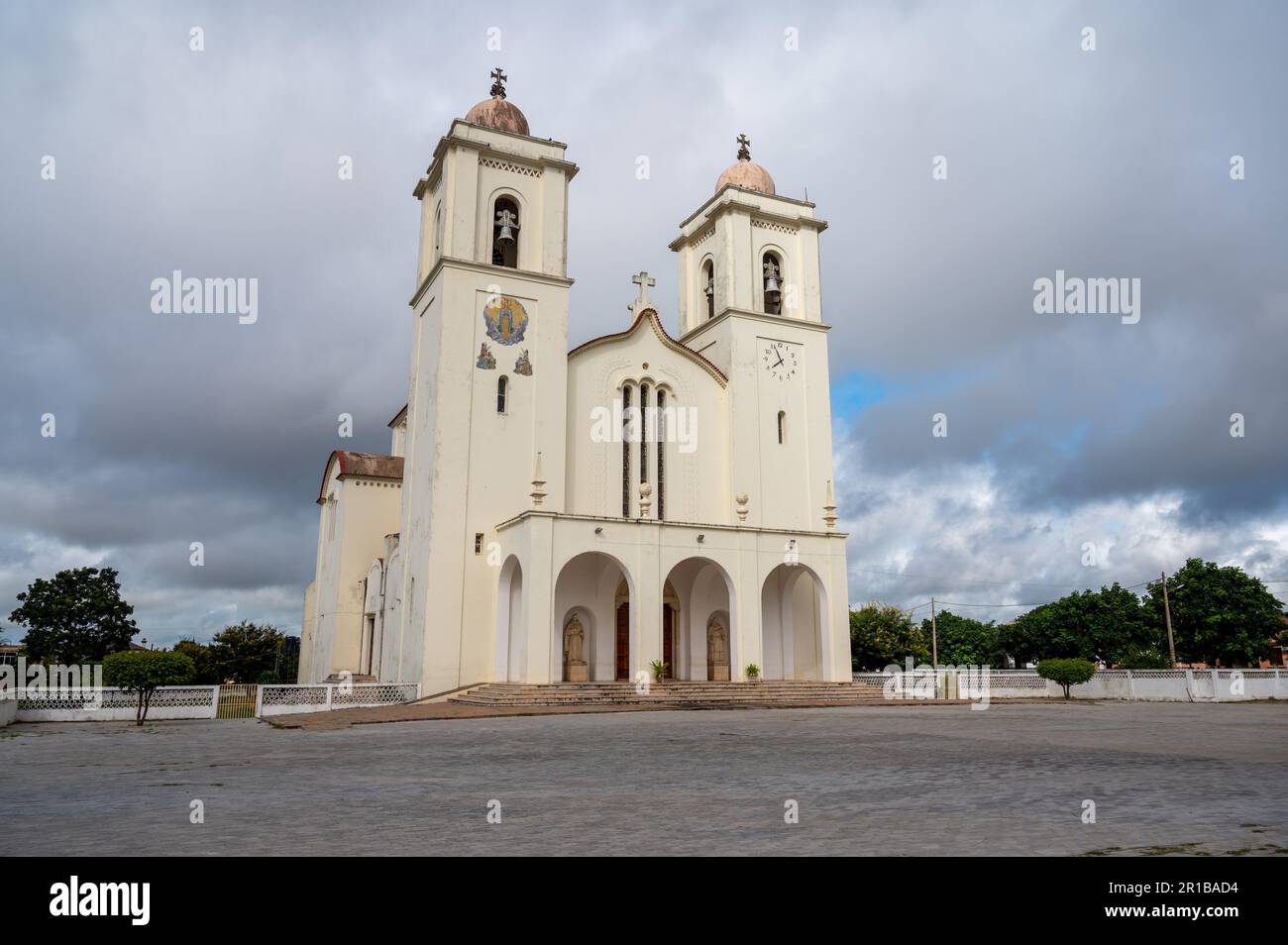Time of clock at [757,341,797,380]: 7:56
